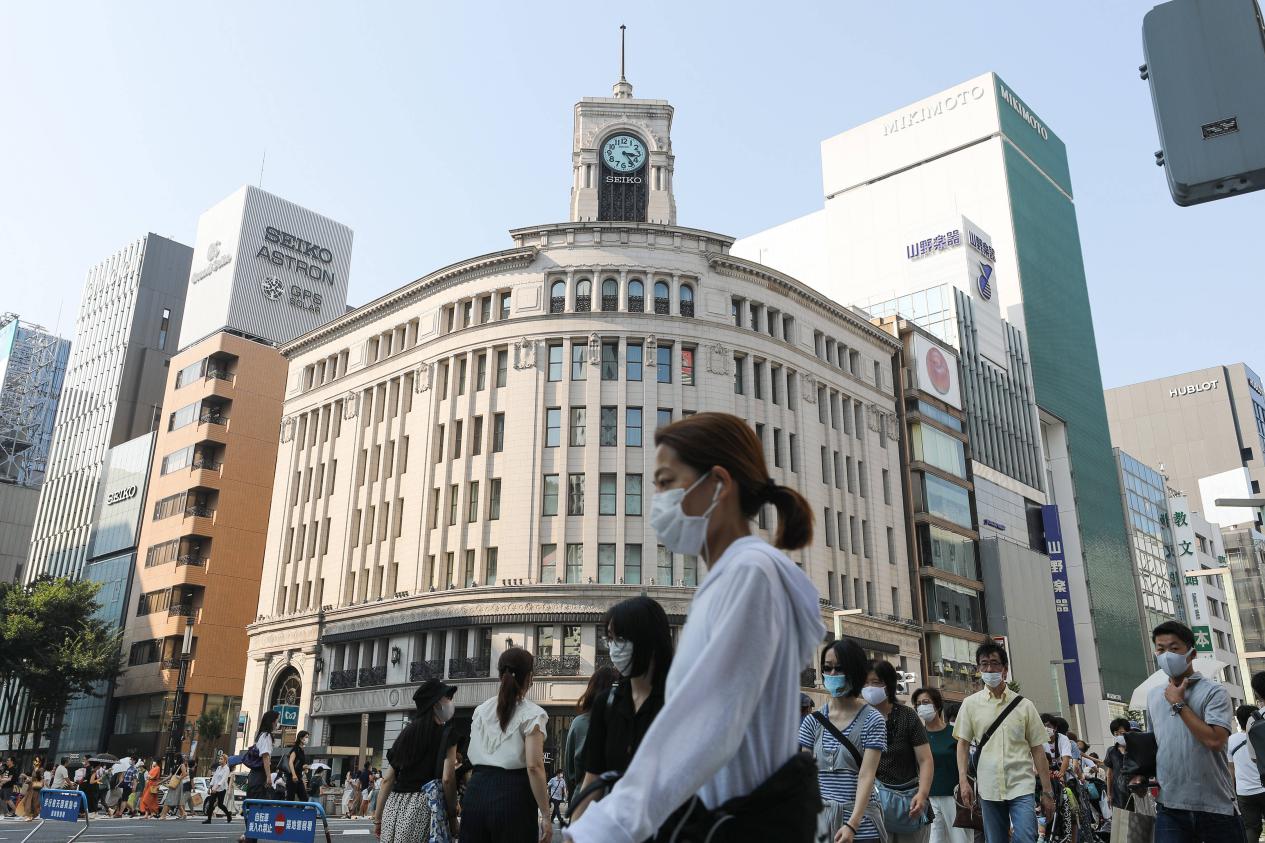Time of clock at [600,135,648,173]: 3:23
